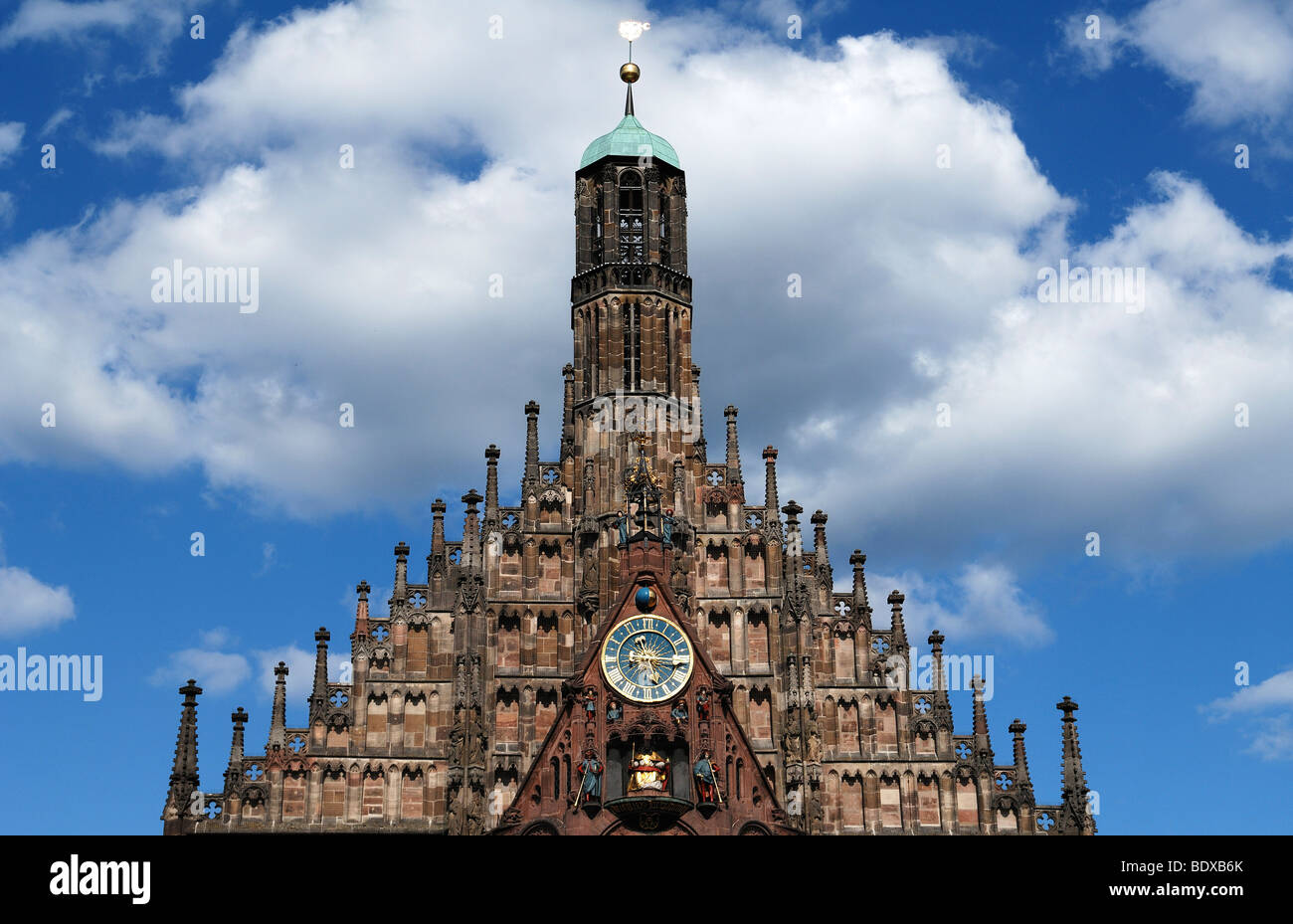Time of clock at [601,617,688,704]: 5:14
